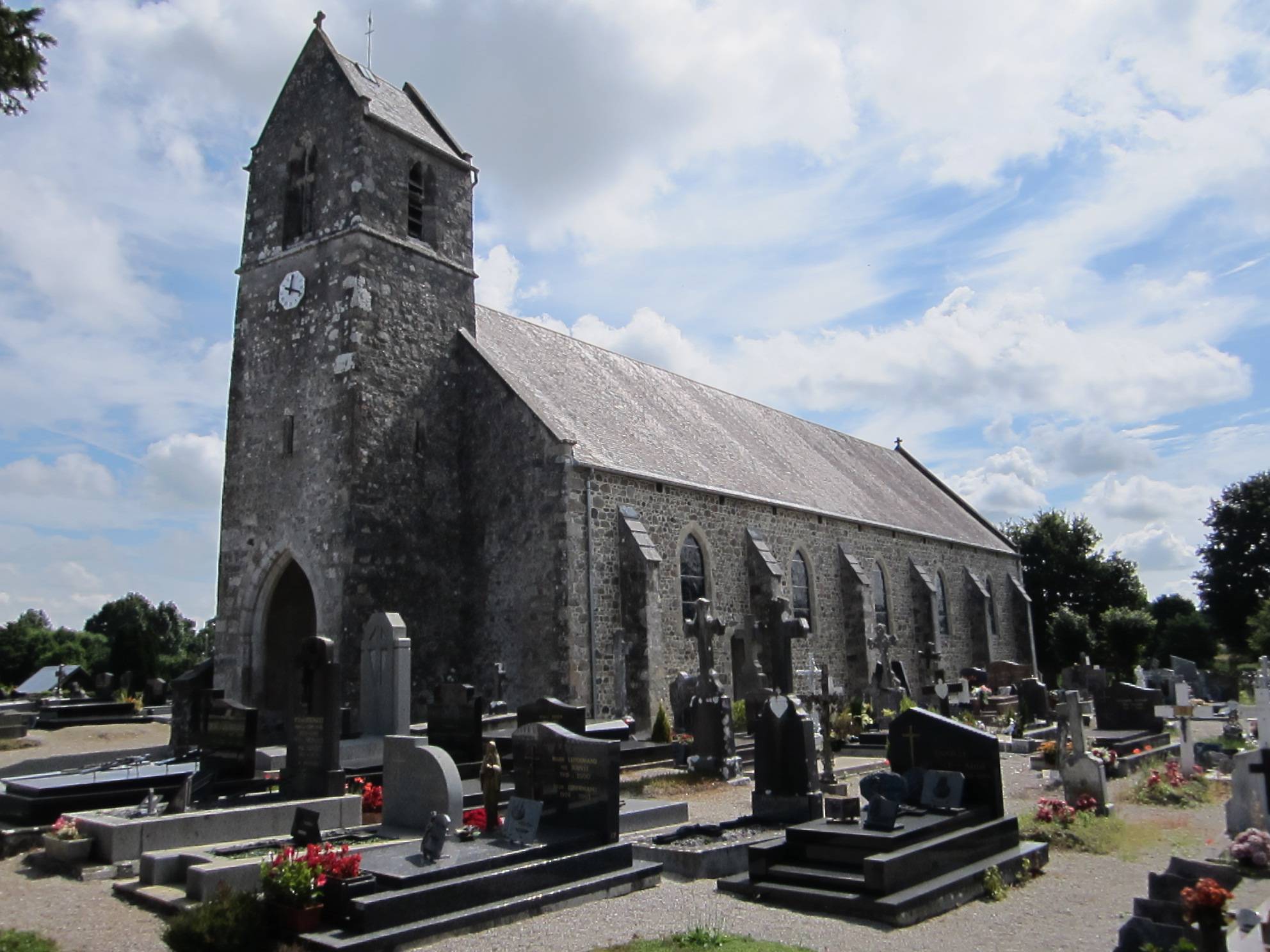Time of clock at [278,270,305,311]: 12:18
